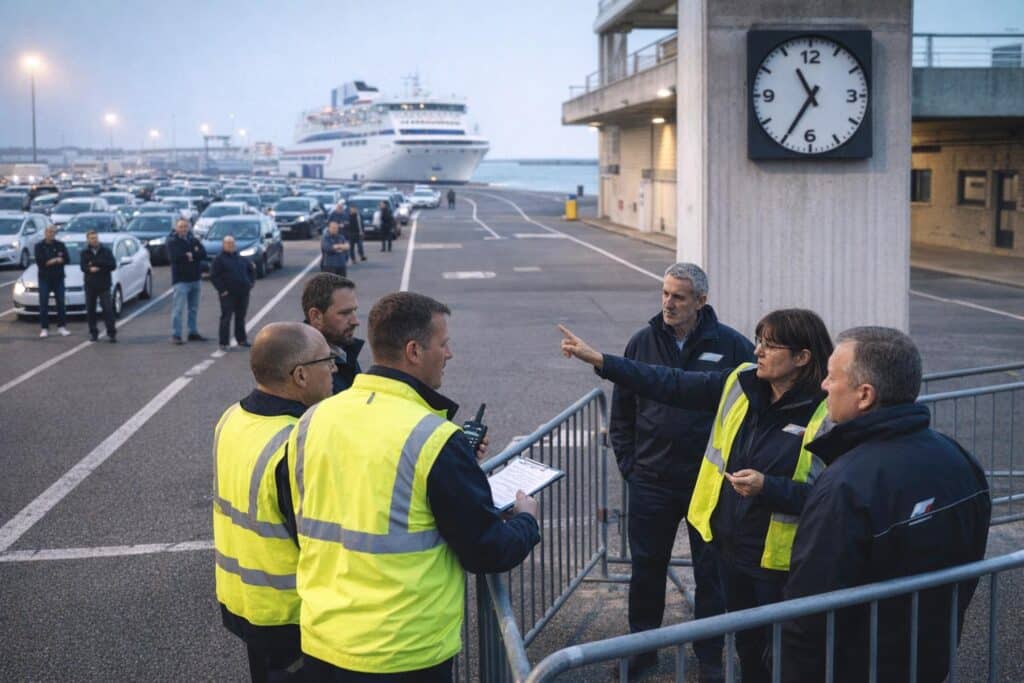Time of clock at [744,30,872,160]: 10:35
